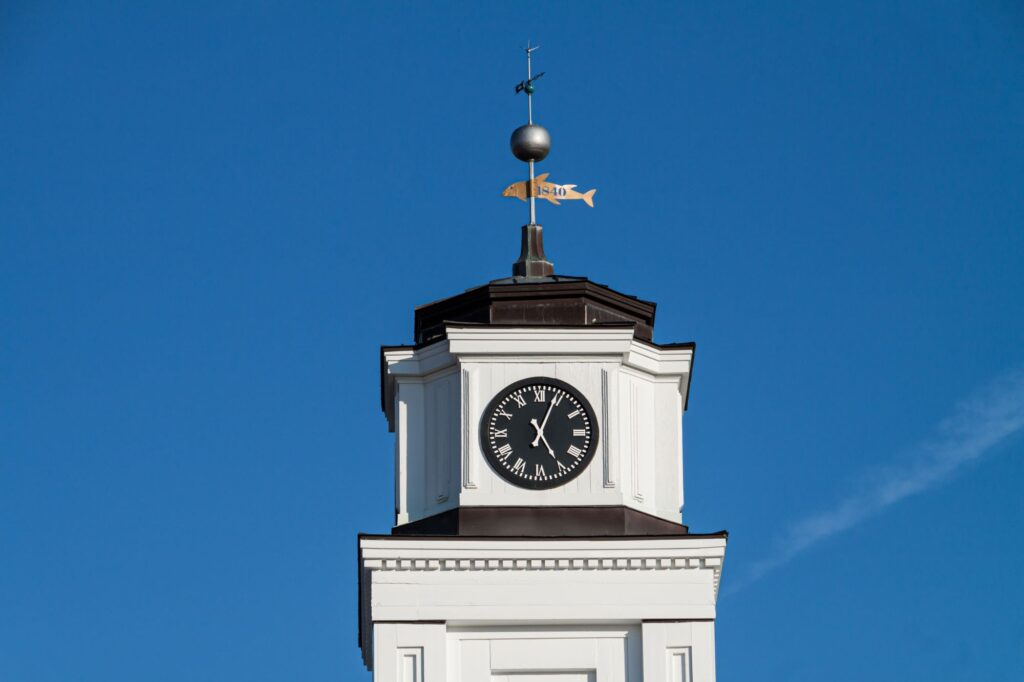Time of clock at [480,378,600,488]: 5:03
